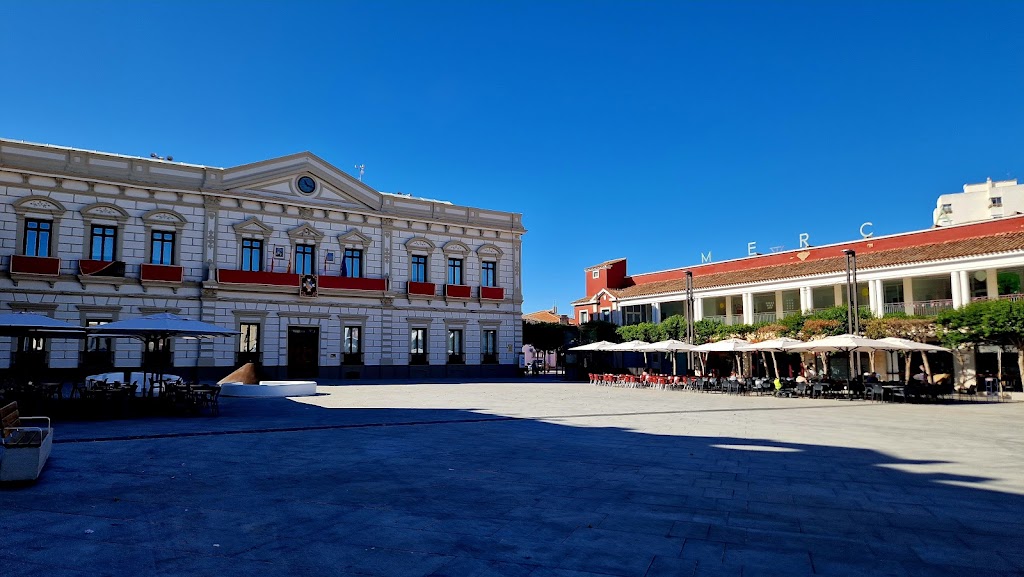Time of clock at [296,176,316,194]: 11:18
